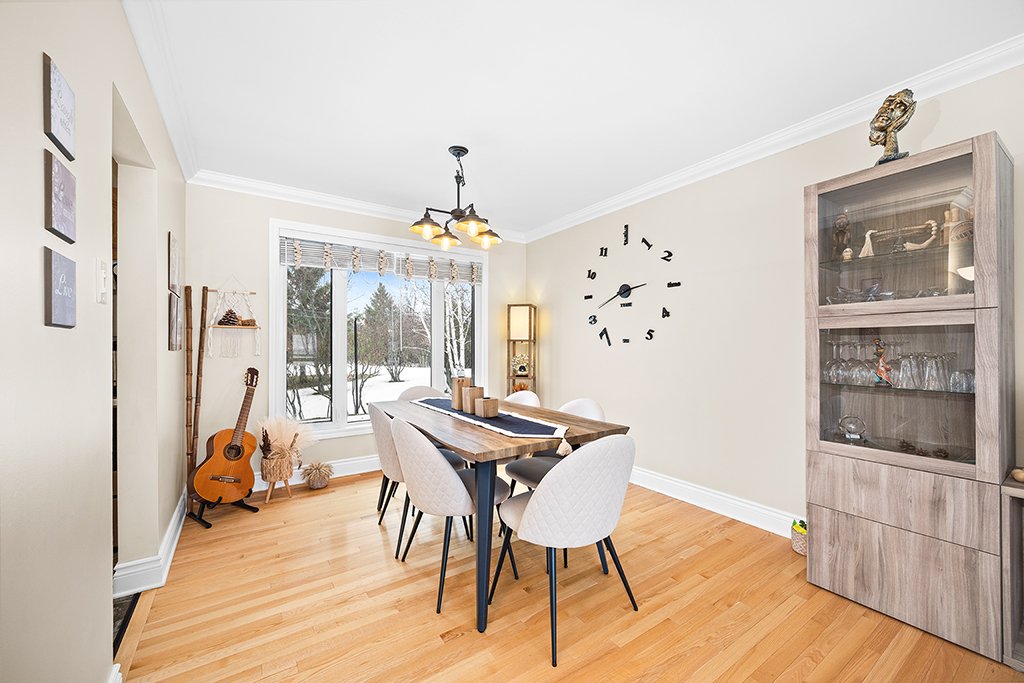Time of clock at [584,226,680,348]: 2:41
